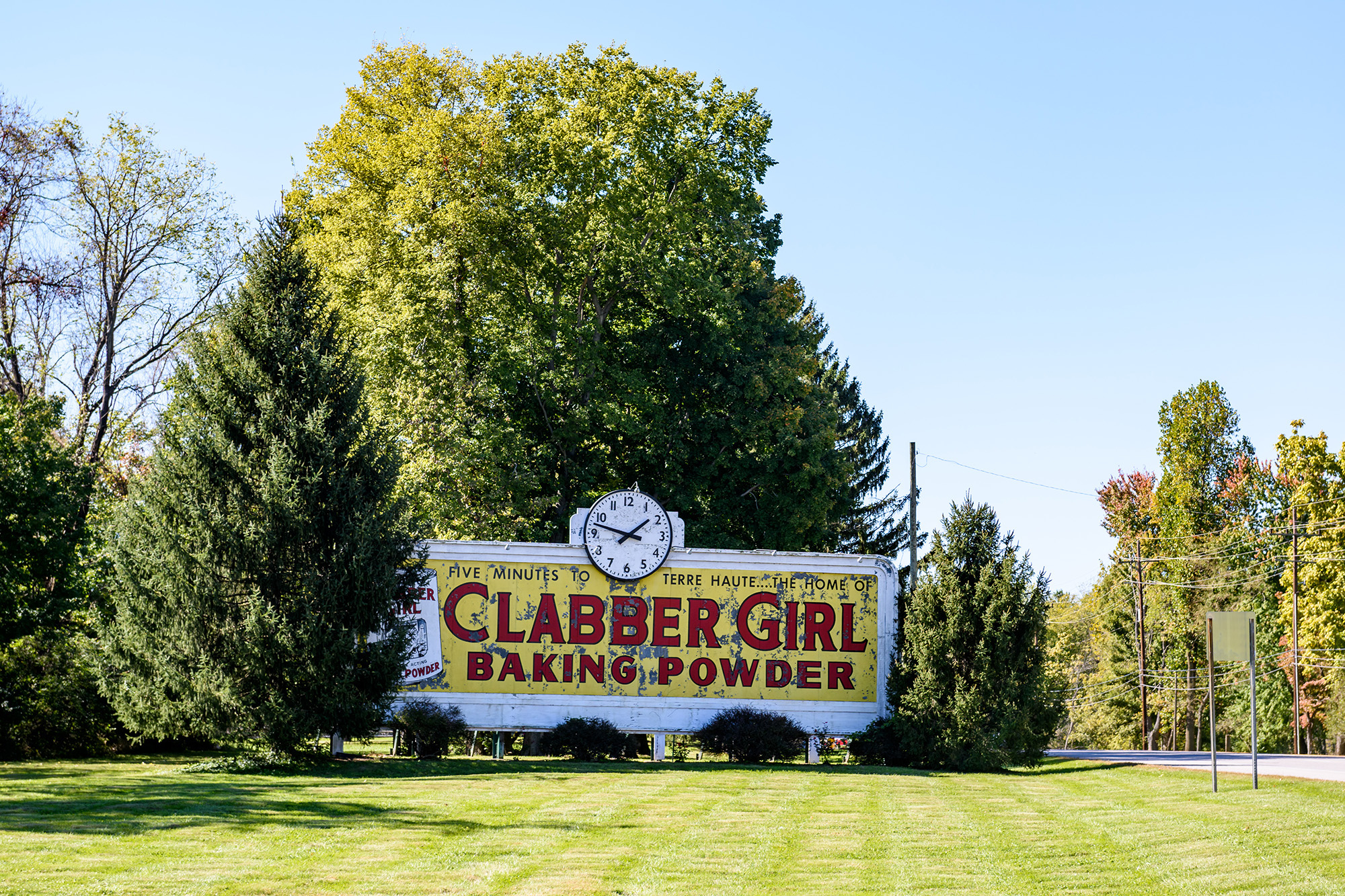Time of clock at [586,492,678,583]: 1:47
